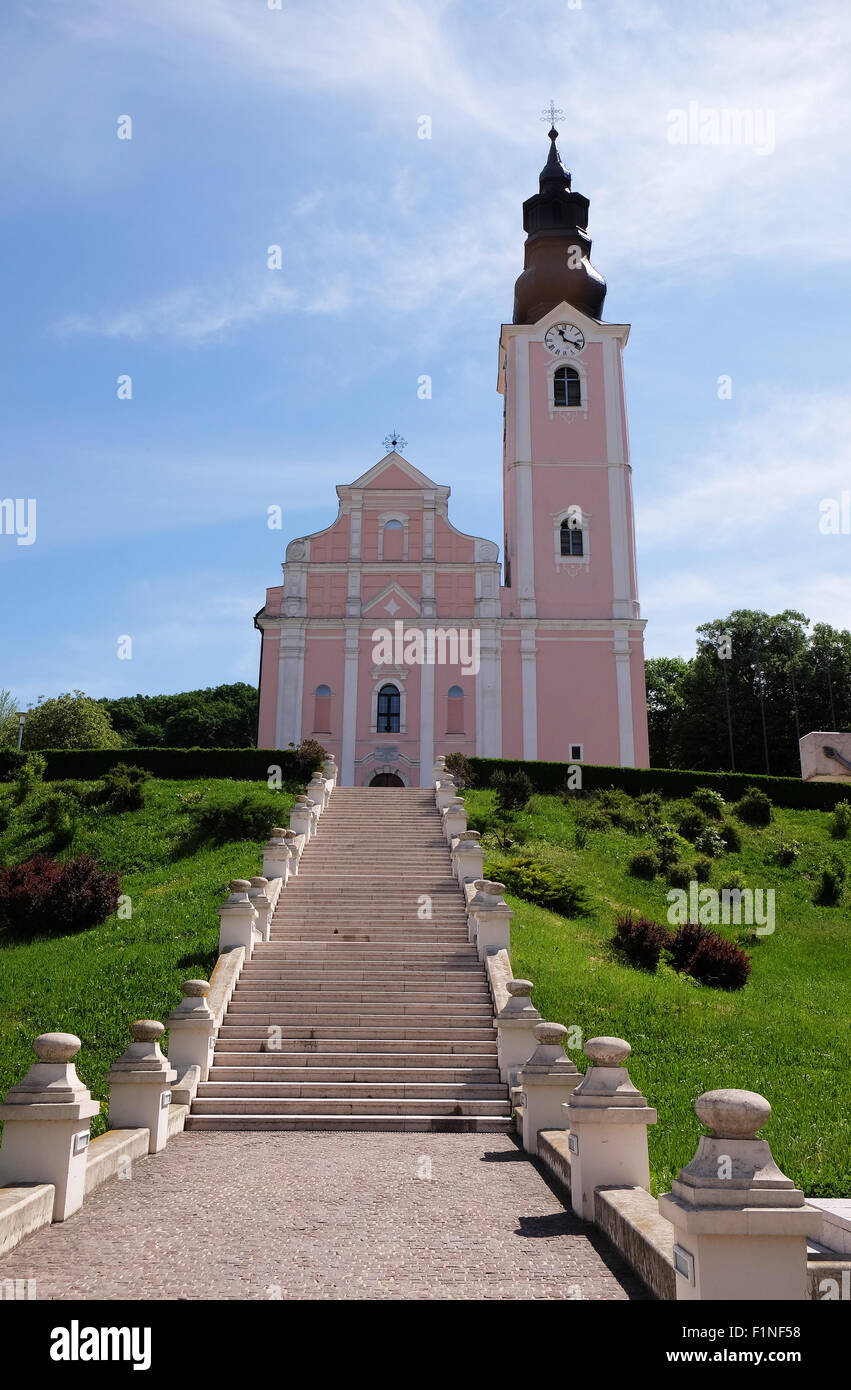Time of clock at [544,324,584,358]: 11:18
